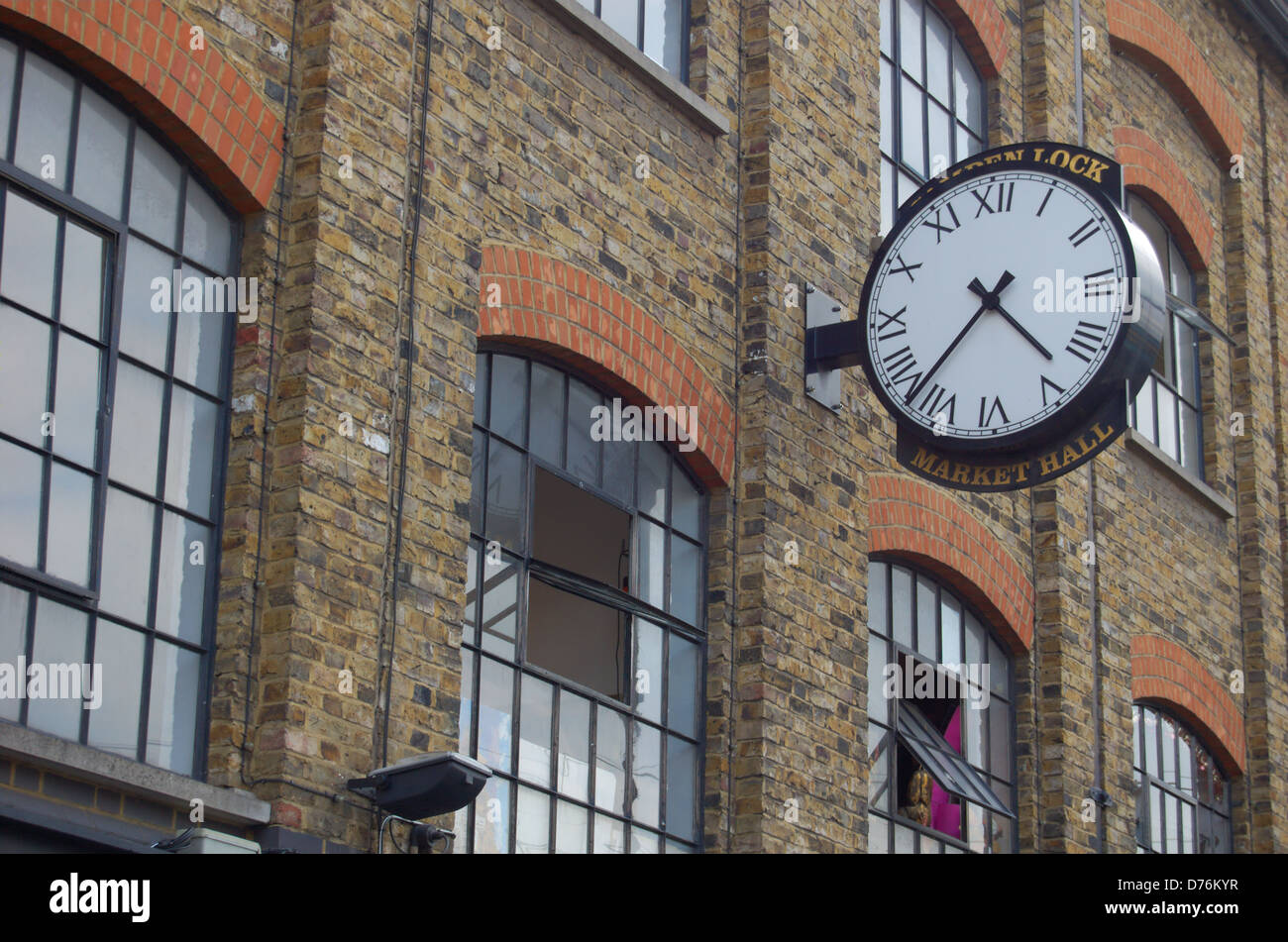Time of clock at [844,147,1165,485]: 4:37
